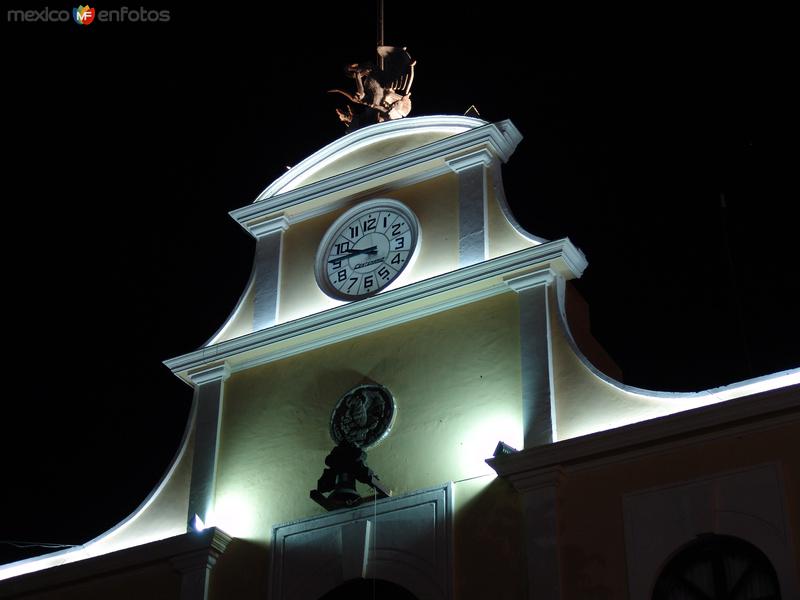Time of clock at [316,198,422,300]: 9:45
